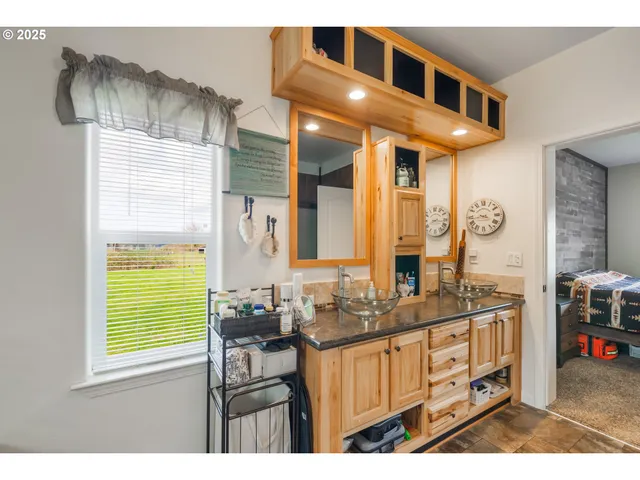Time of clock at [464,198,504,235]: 3:43
